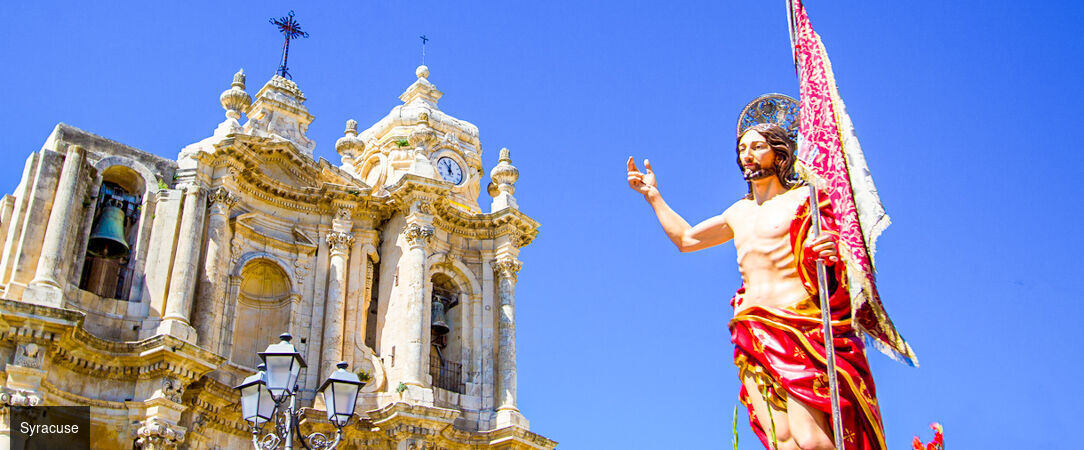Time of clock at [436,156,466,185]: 11:53
